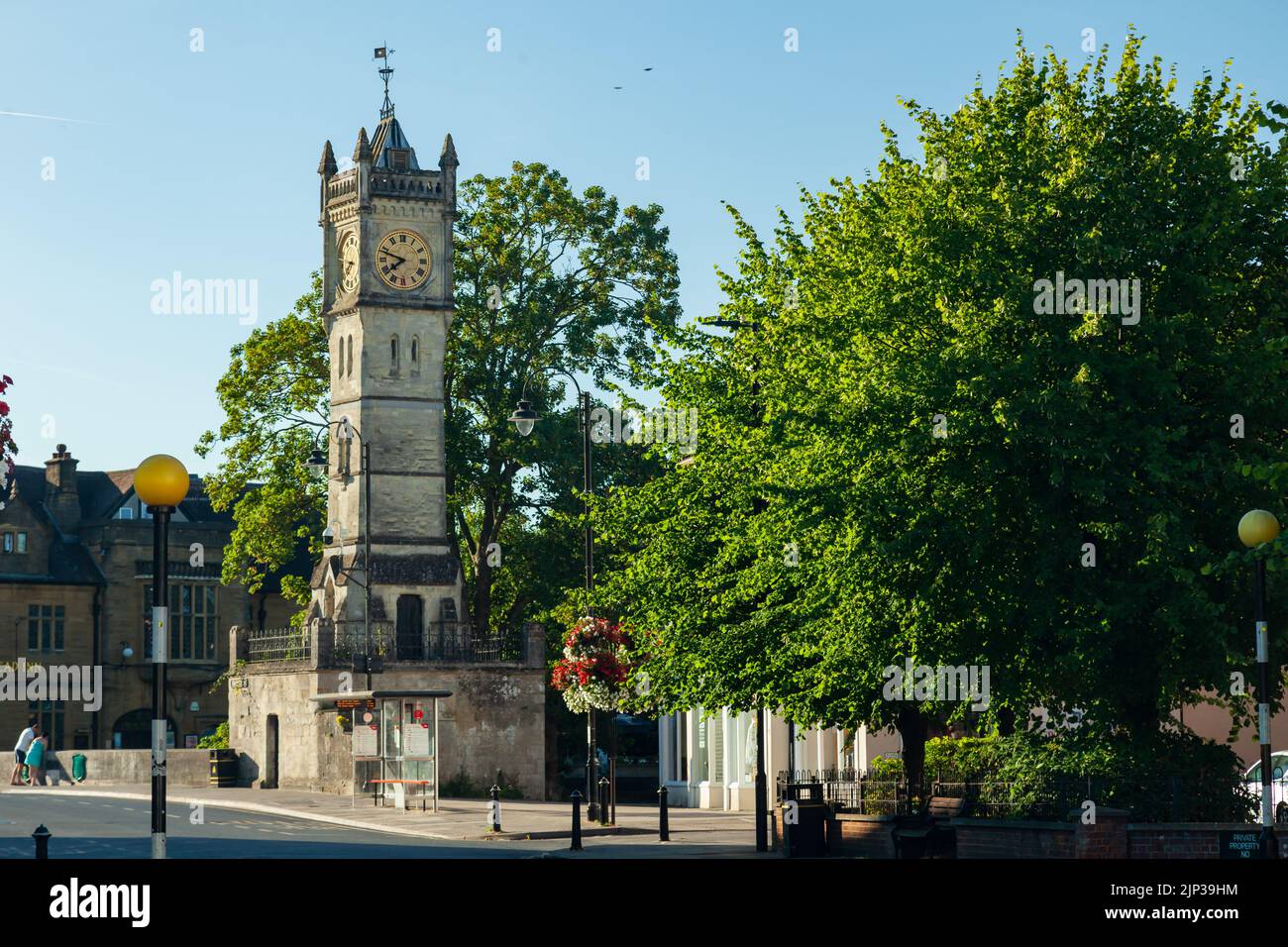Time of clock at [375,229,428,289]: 7:48
